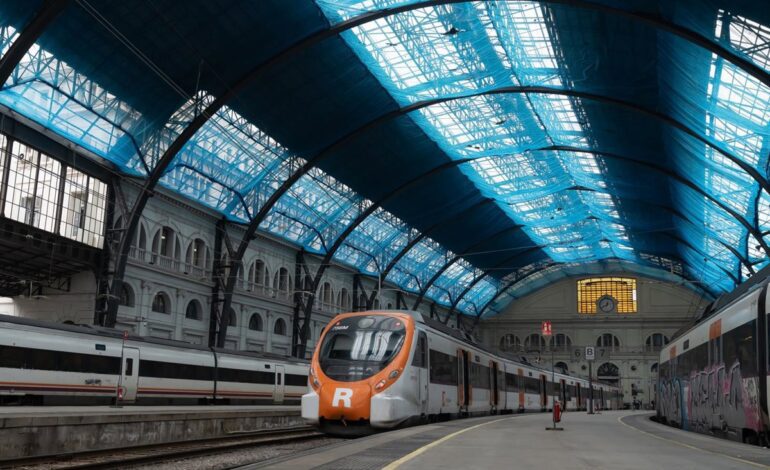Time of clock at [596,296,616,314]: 12:40
